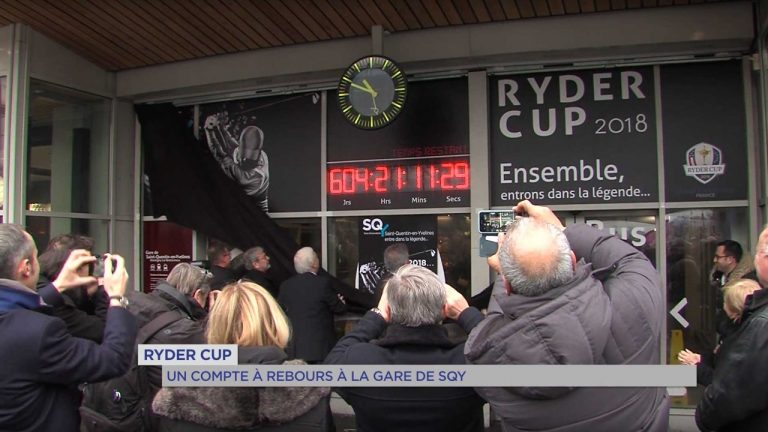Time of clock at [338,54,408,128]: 10:49
